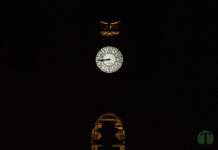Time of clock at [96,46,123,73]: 8:45
